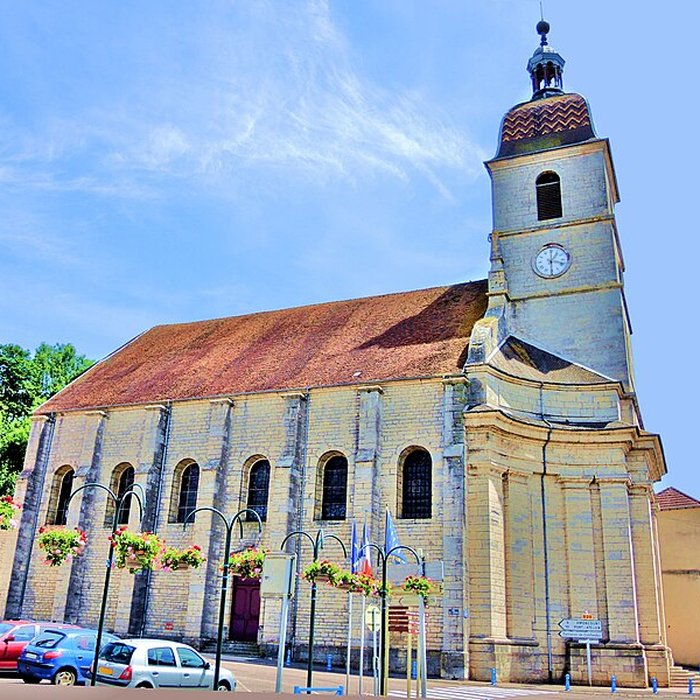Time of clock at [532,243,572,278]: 1:18
